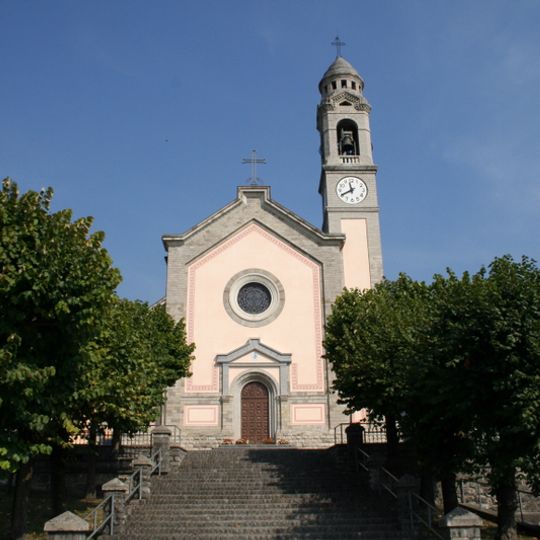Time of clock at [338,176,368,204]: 11:40
